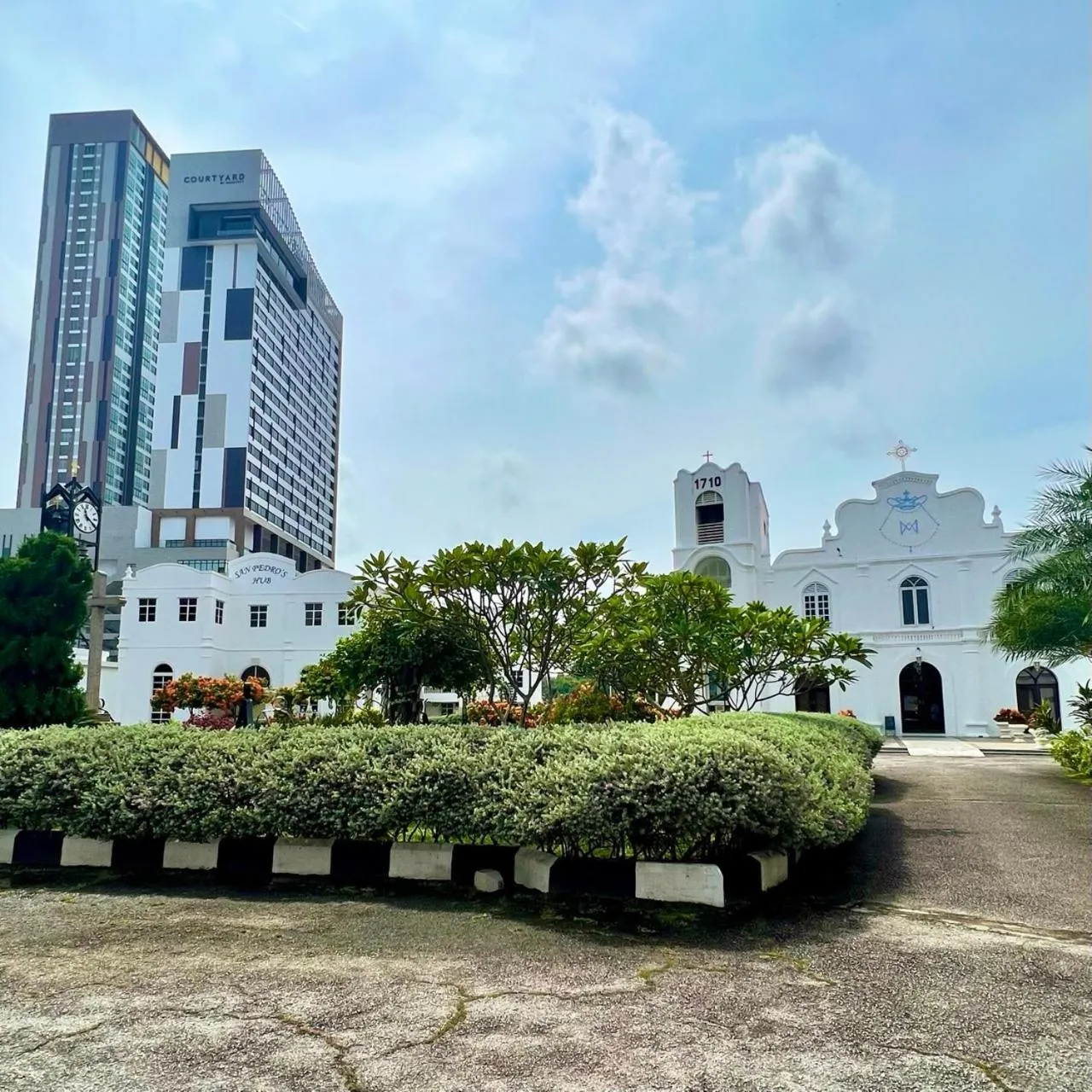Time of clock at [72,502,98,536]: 11:20
